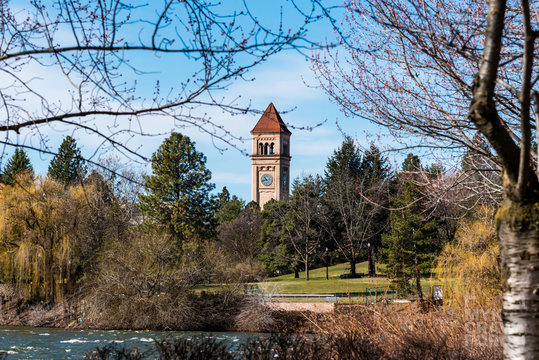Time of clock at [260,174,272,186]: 10:42
